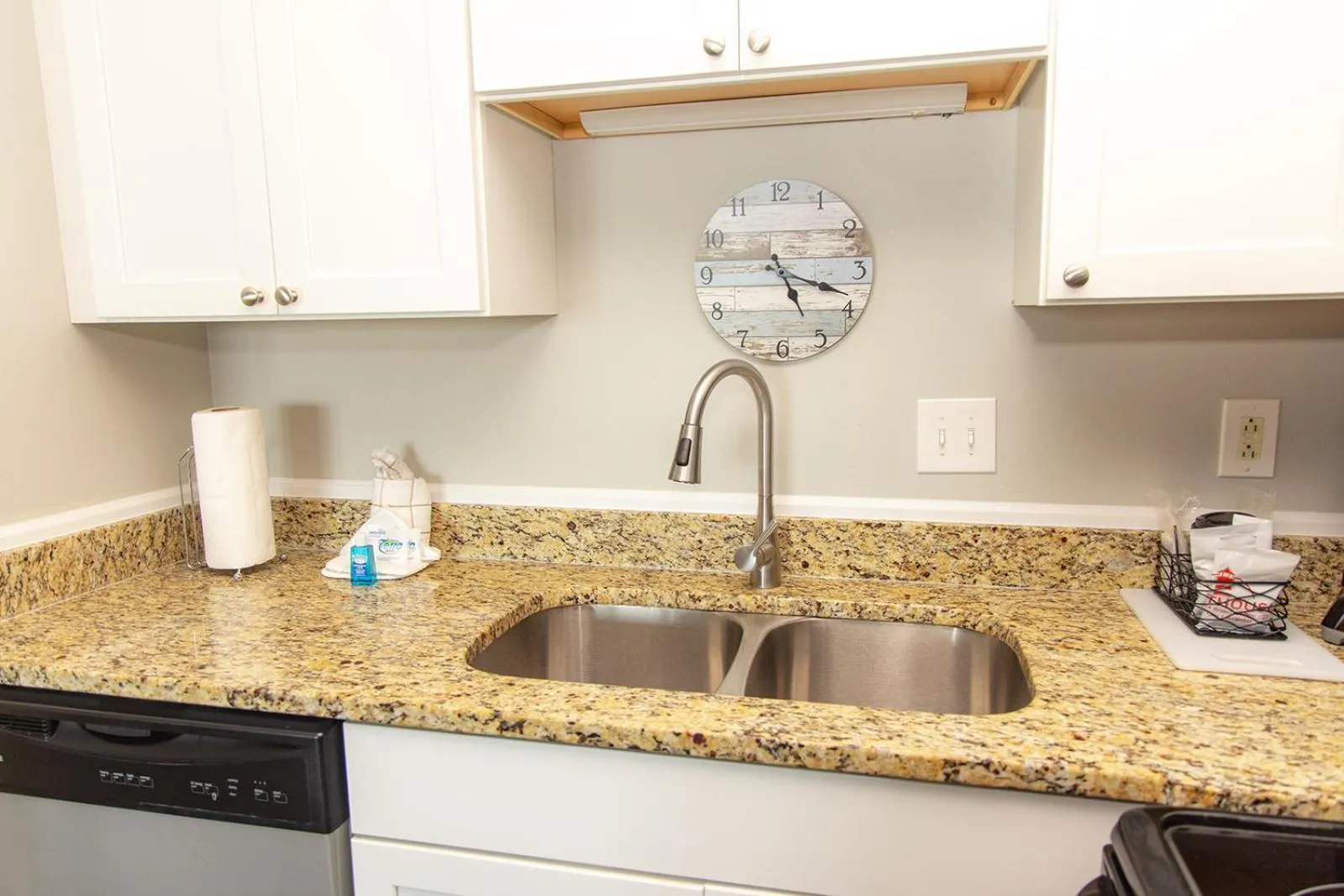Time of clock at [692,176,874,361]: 5:18
